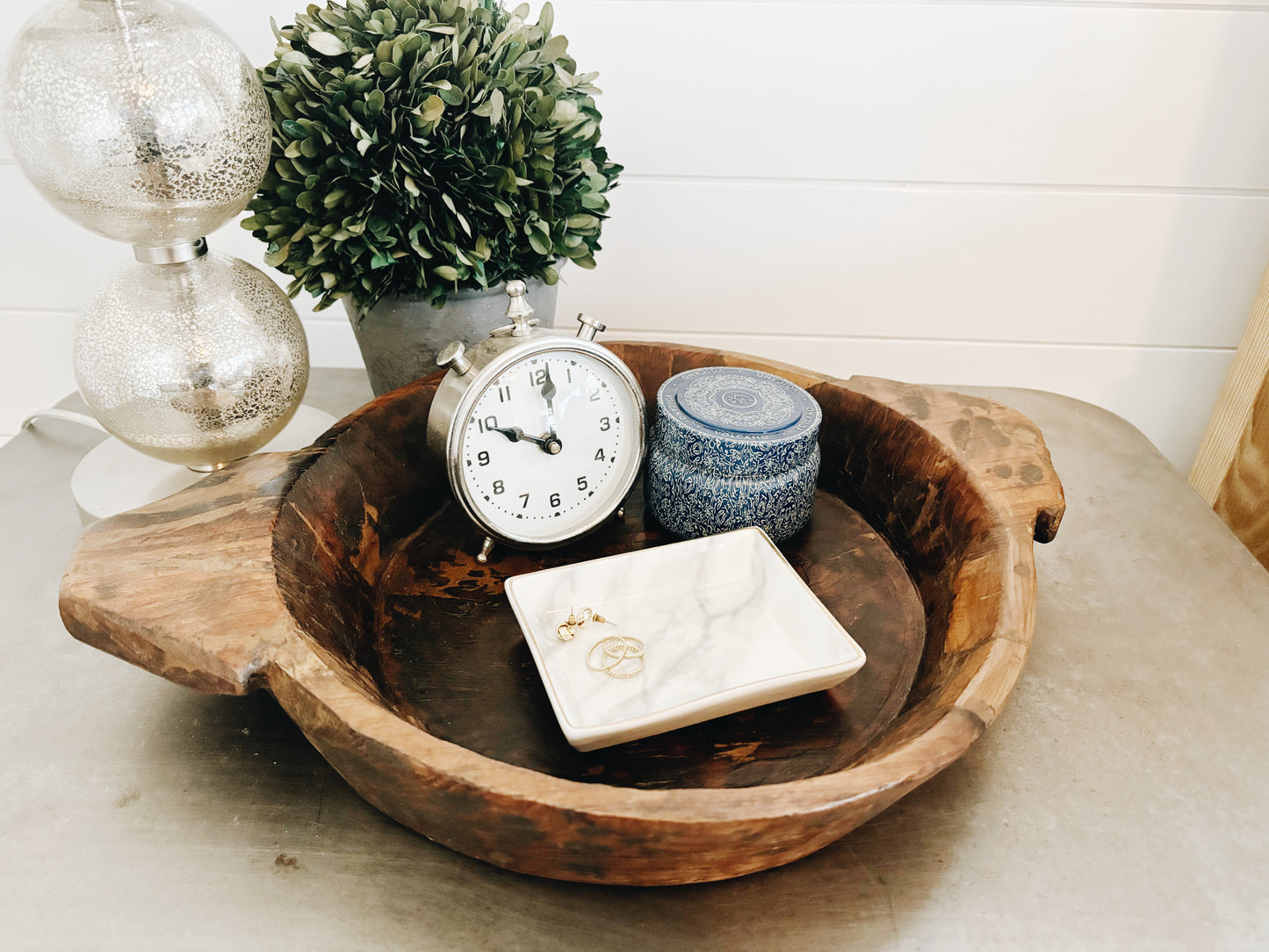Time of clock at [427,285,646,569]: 10:01
